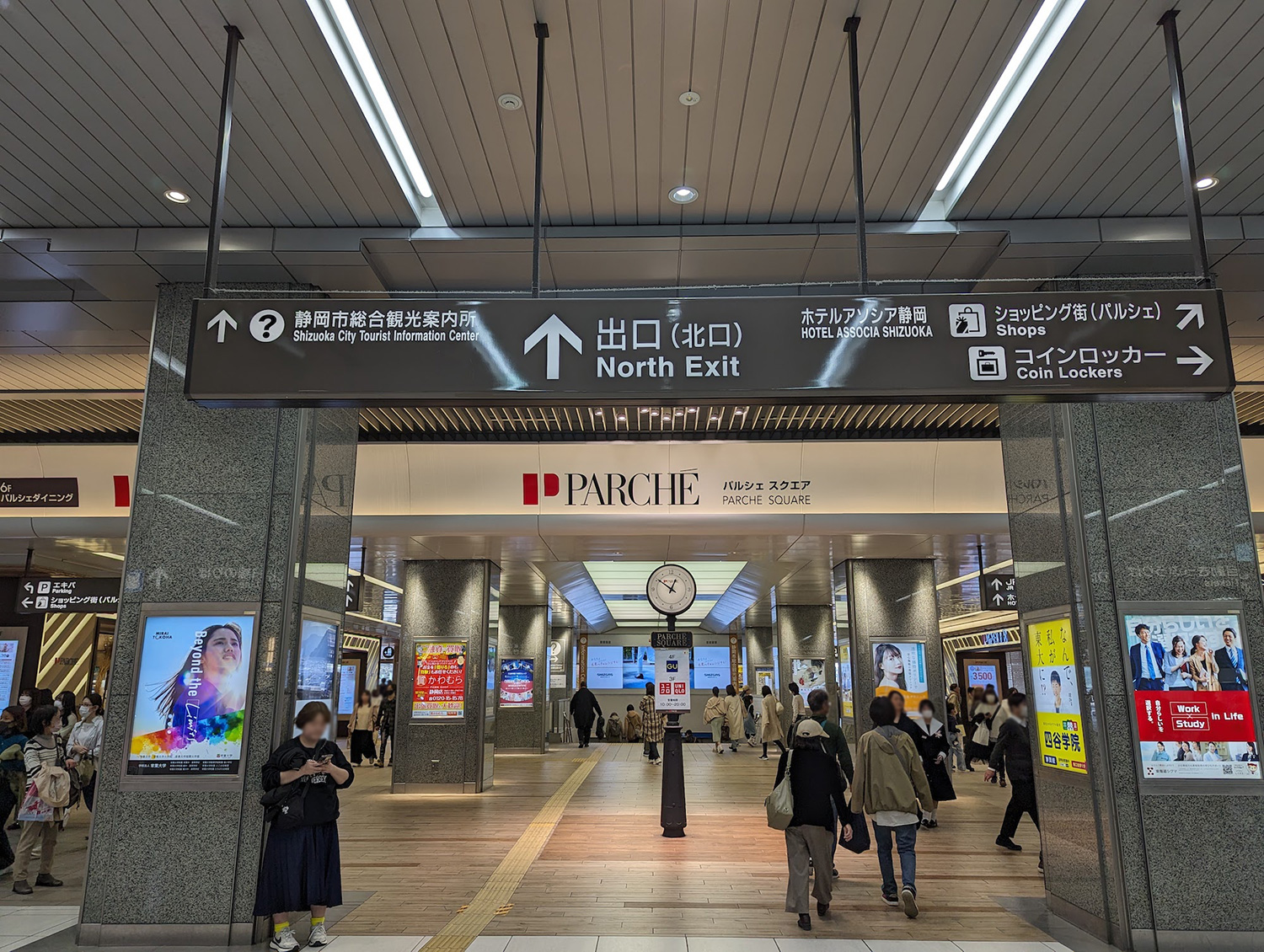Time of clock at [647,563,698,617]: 12:51
